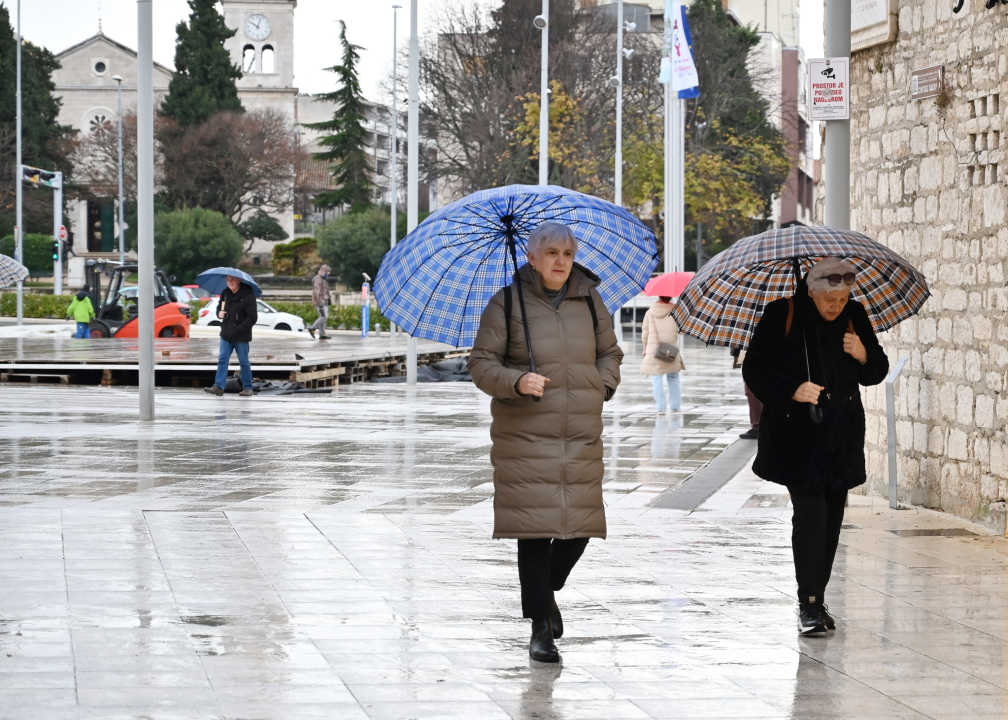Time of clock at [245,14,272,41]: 10:02
